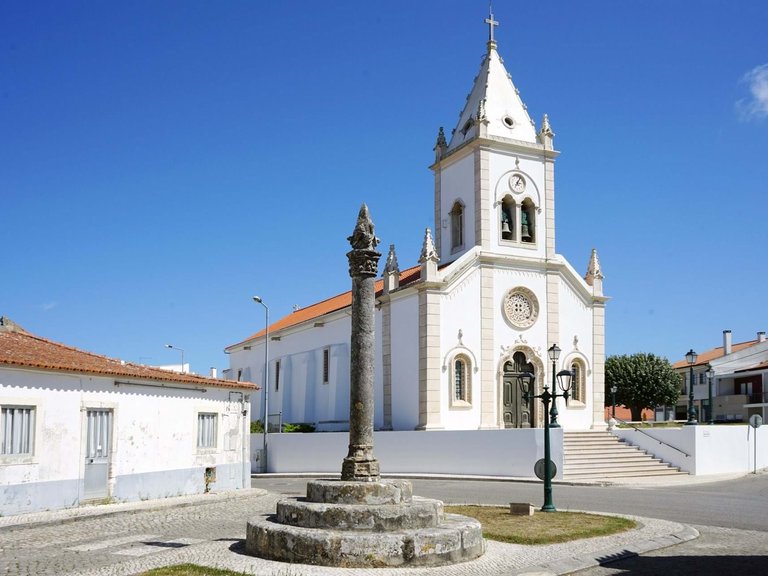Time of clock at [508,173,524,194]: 7:04
